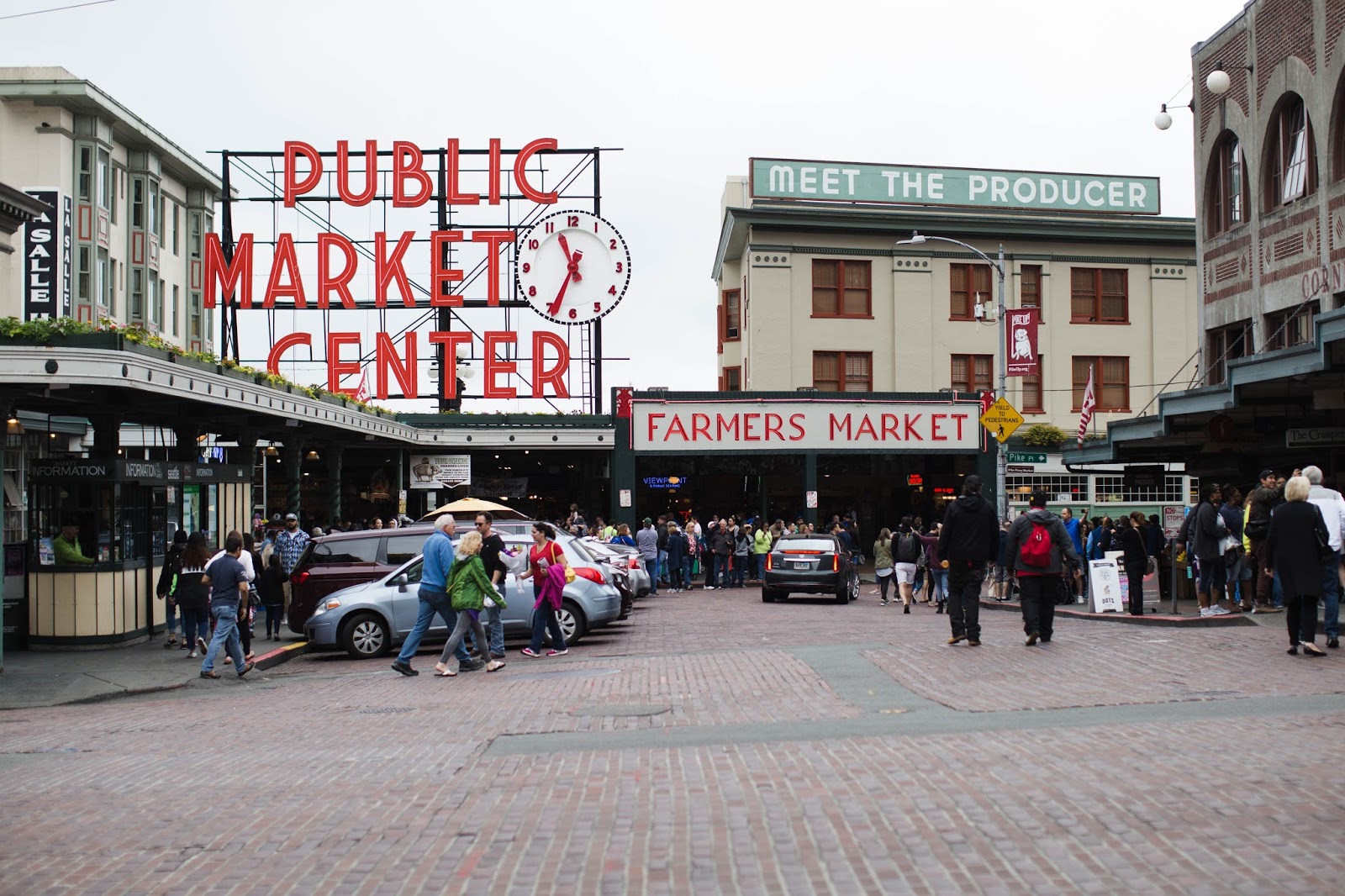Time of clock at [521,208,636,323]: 11:34
